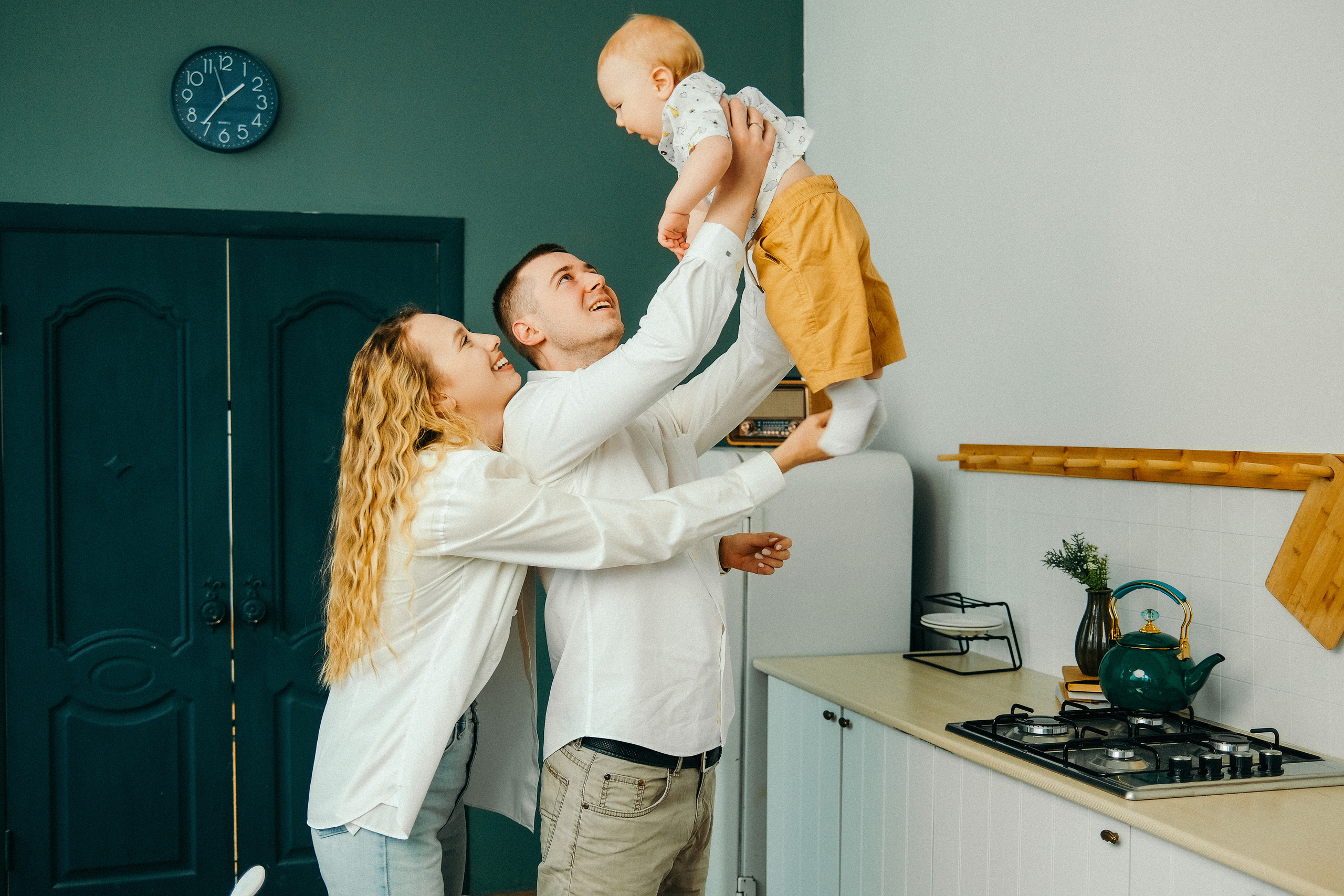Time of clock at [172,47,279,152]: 1:36
